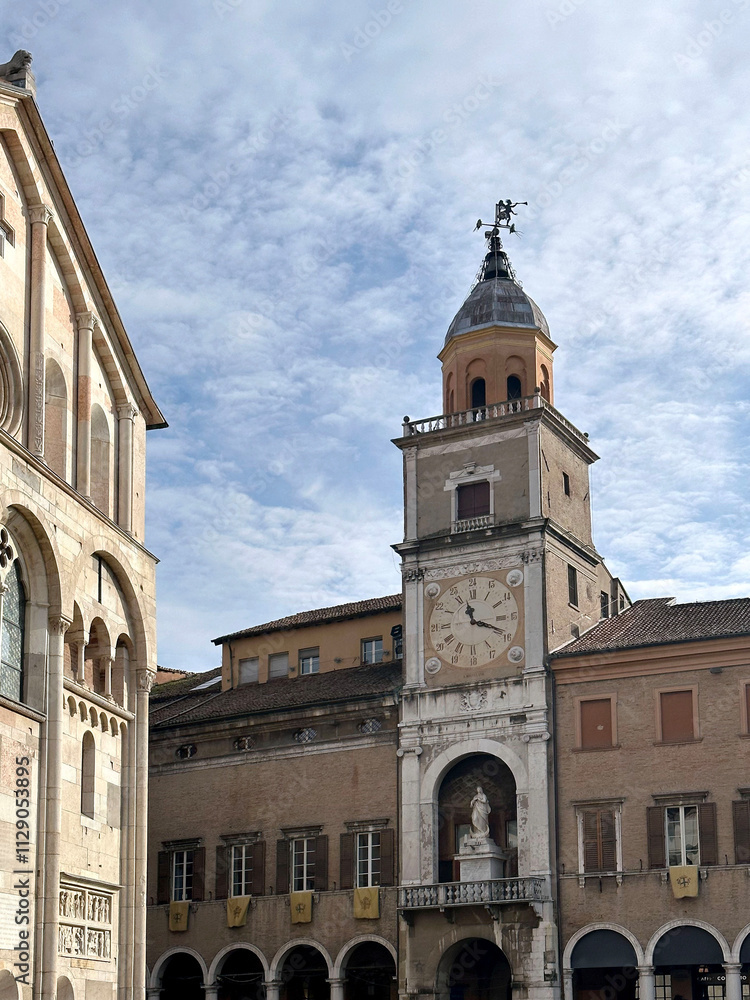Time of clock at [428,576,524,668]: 11:19
